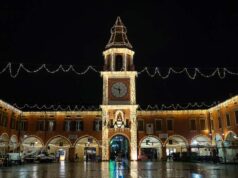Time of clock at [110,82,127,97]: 5:49
